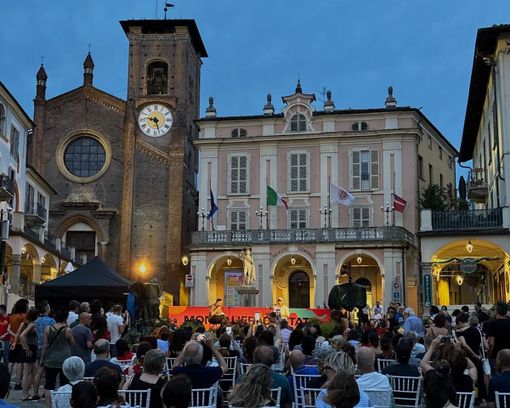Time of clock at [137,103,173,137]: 9:27
